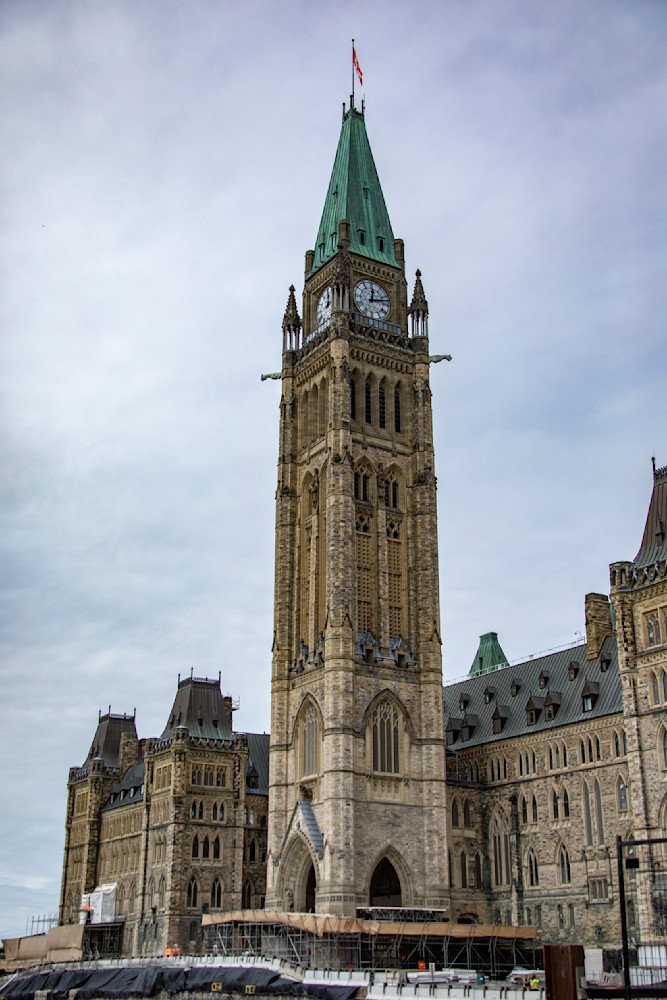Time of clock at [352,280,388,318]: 12:12
